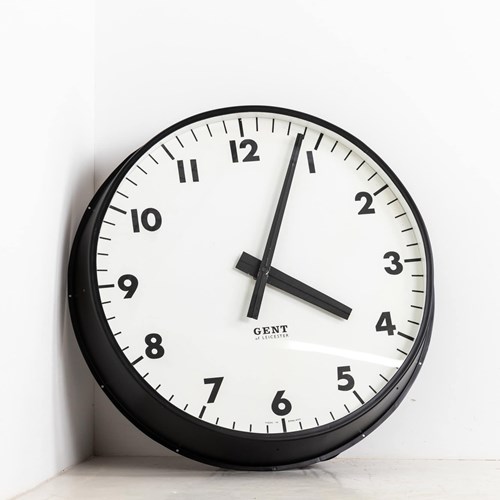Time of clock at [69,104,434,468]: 4:03
